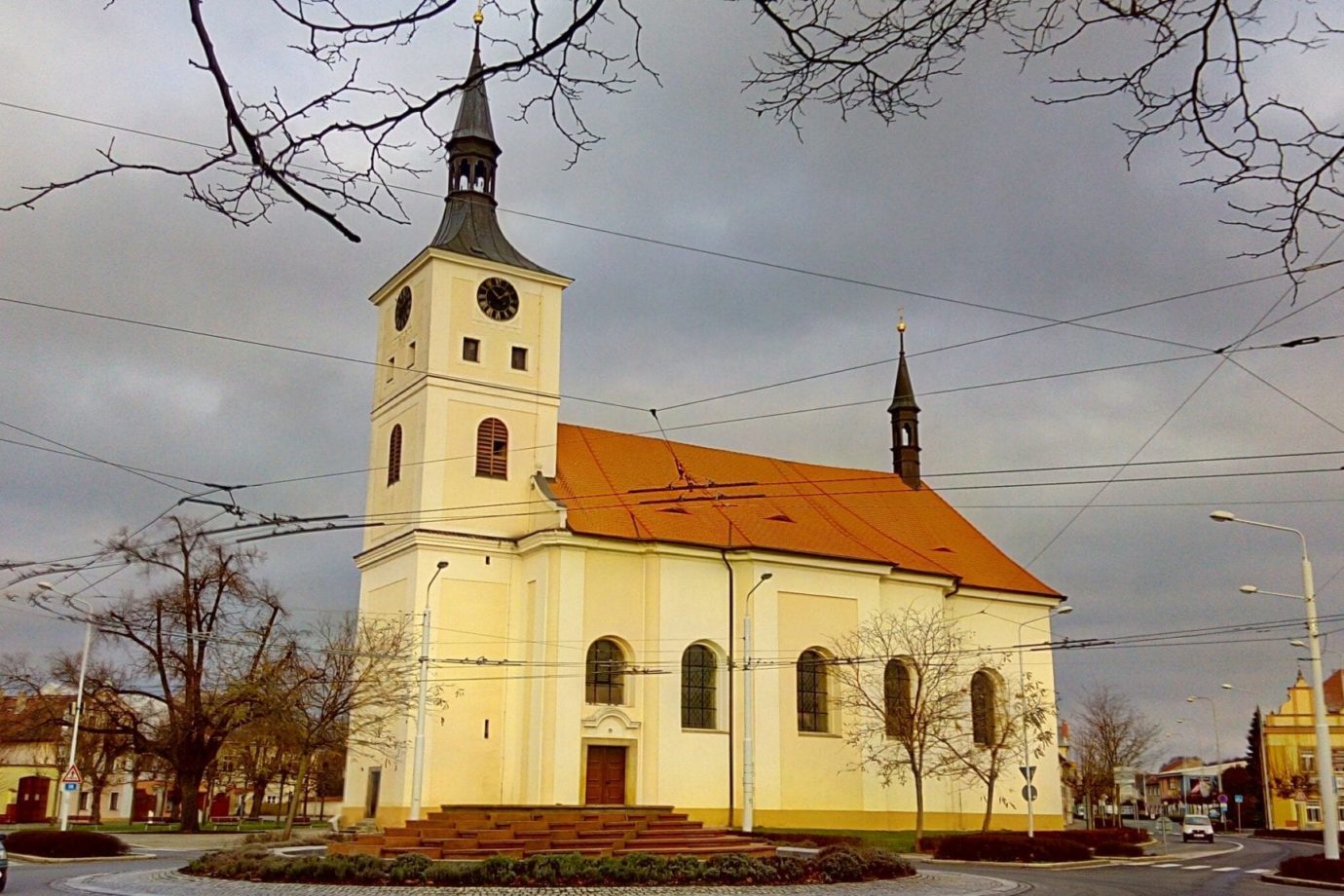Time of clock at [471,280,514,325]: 1:52
